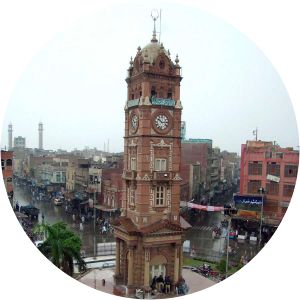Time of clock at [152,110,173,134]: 10:14
